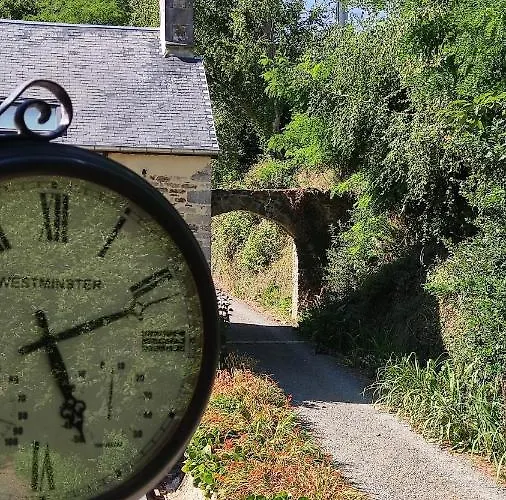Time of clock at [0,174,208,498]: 5:11
